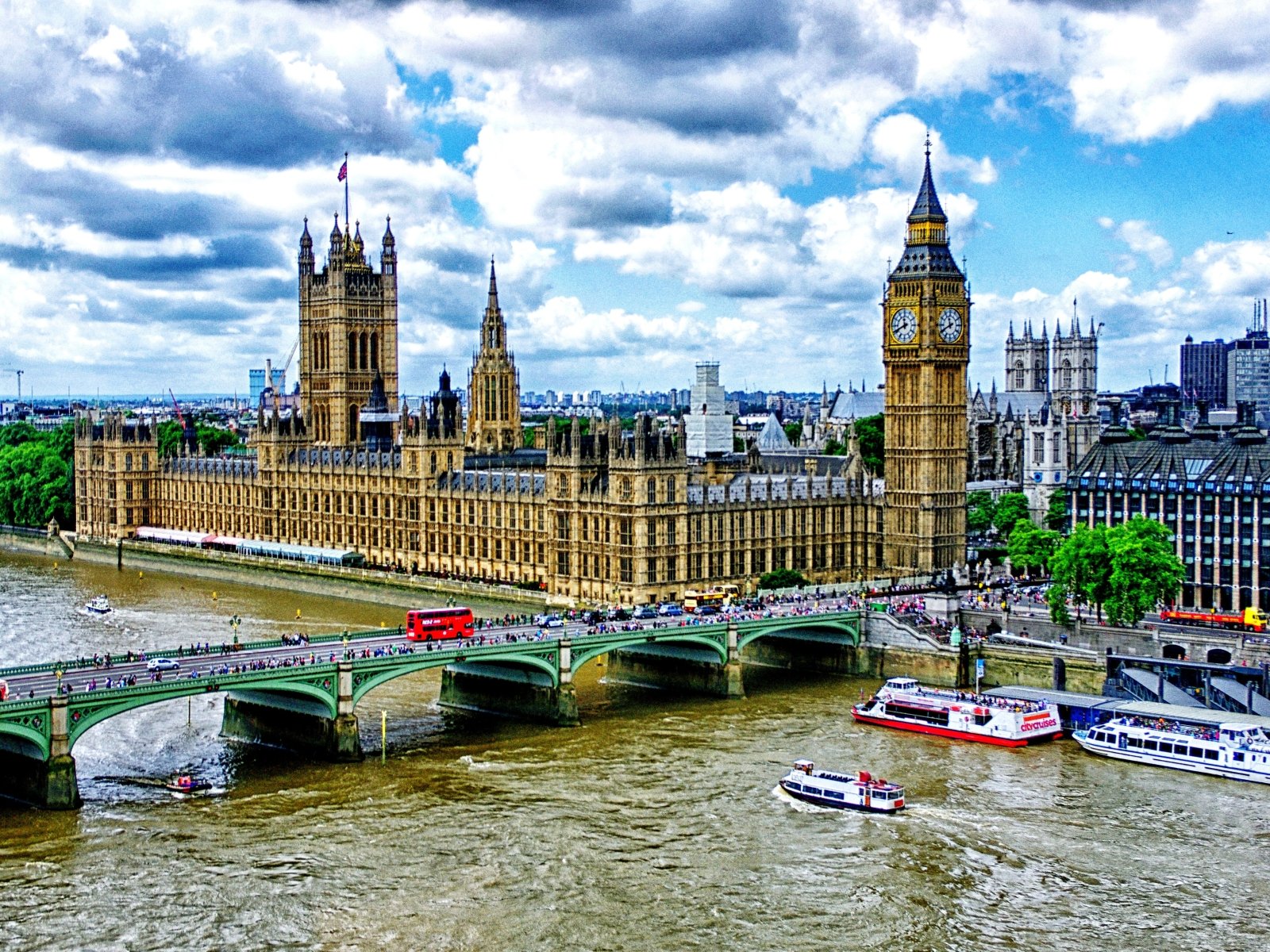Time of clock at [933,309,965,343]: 11:40
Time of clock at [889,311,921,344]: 11:41
